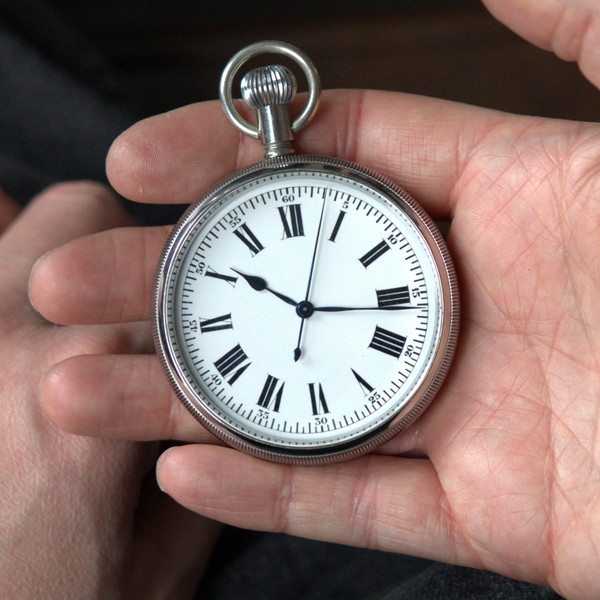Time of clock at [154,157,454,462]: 10:16
